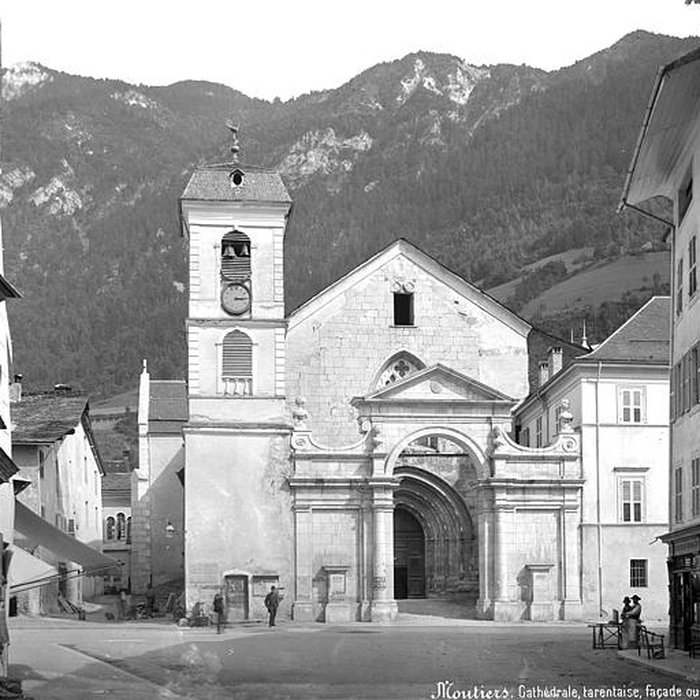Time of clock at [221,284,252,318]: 3:14
